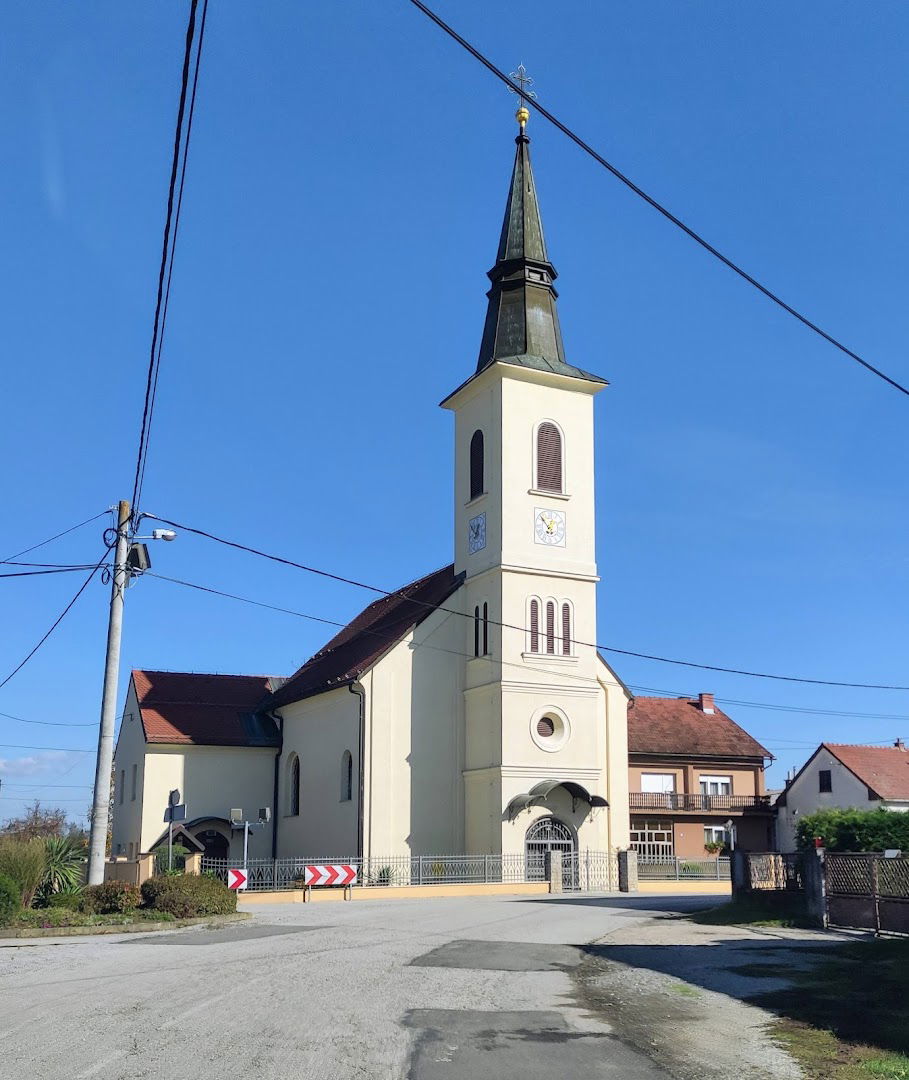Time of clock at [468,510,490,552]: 12:52
